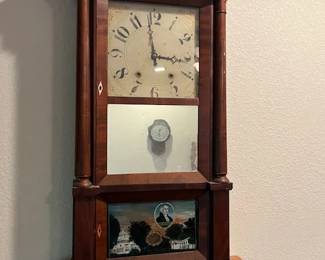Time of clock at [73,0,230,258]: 2:58
